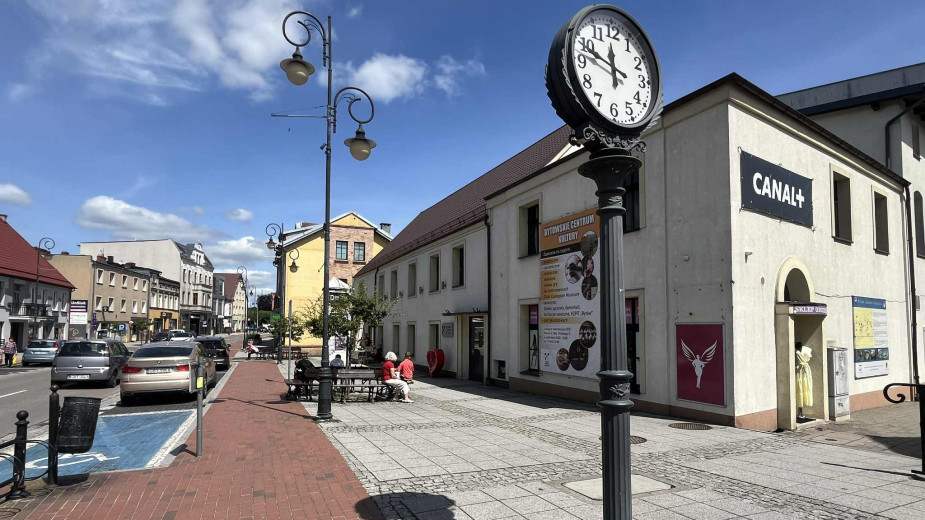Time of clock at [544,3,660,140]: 11:47
